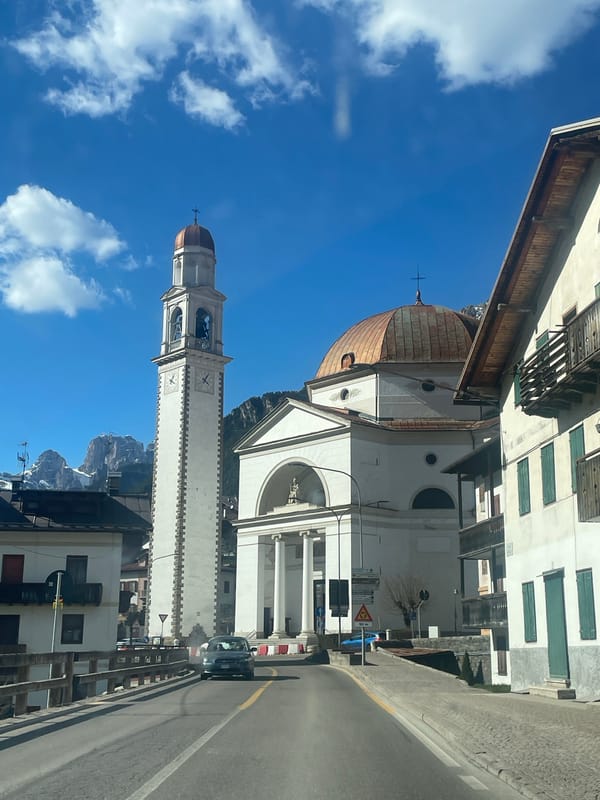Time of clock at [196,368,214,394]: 4:04
